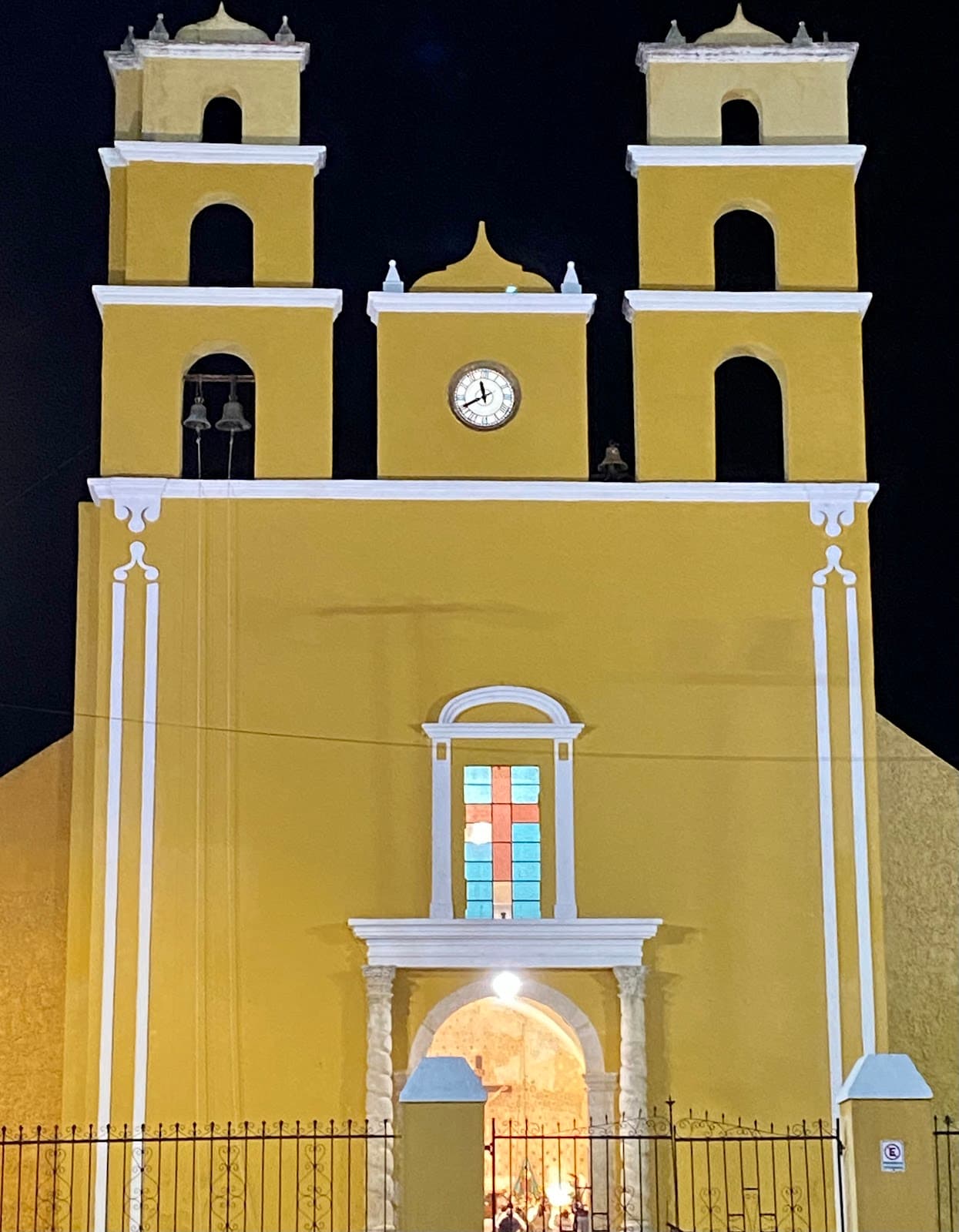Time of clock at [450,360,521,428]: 11:40
